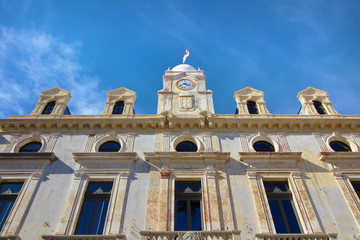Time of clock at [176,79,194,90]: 3:40
